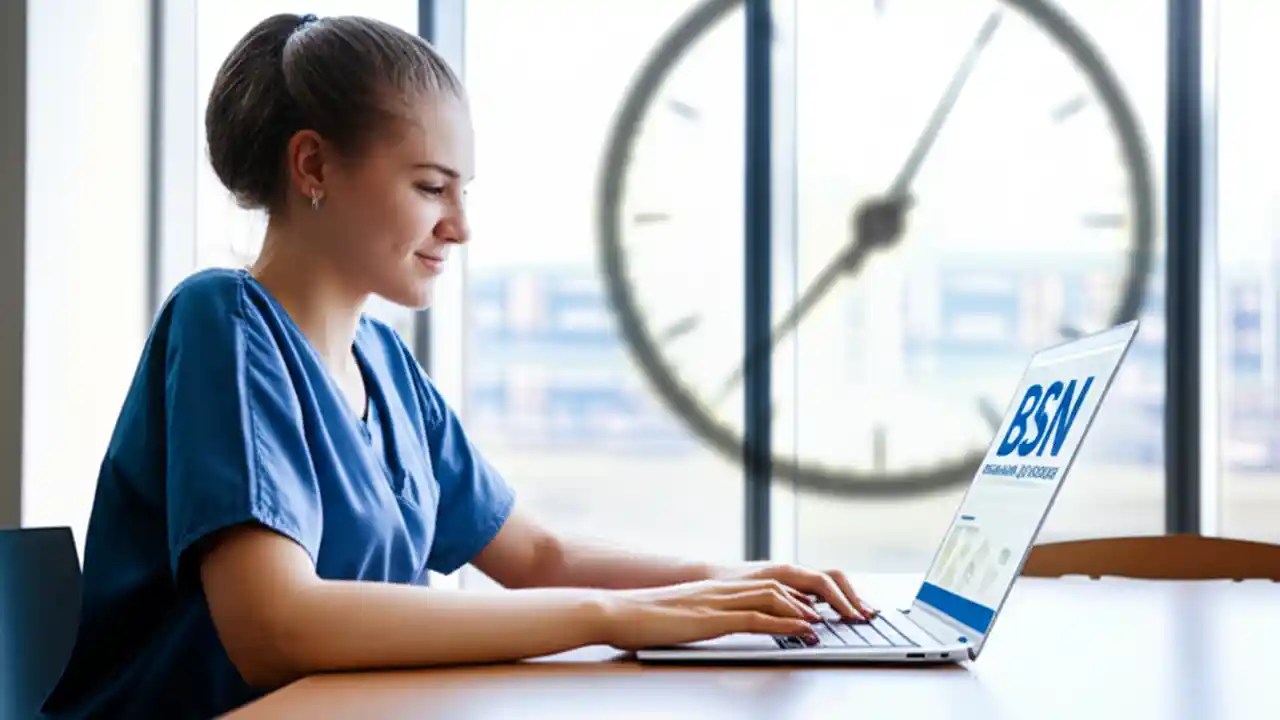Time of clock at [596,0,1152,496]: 7:37
